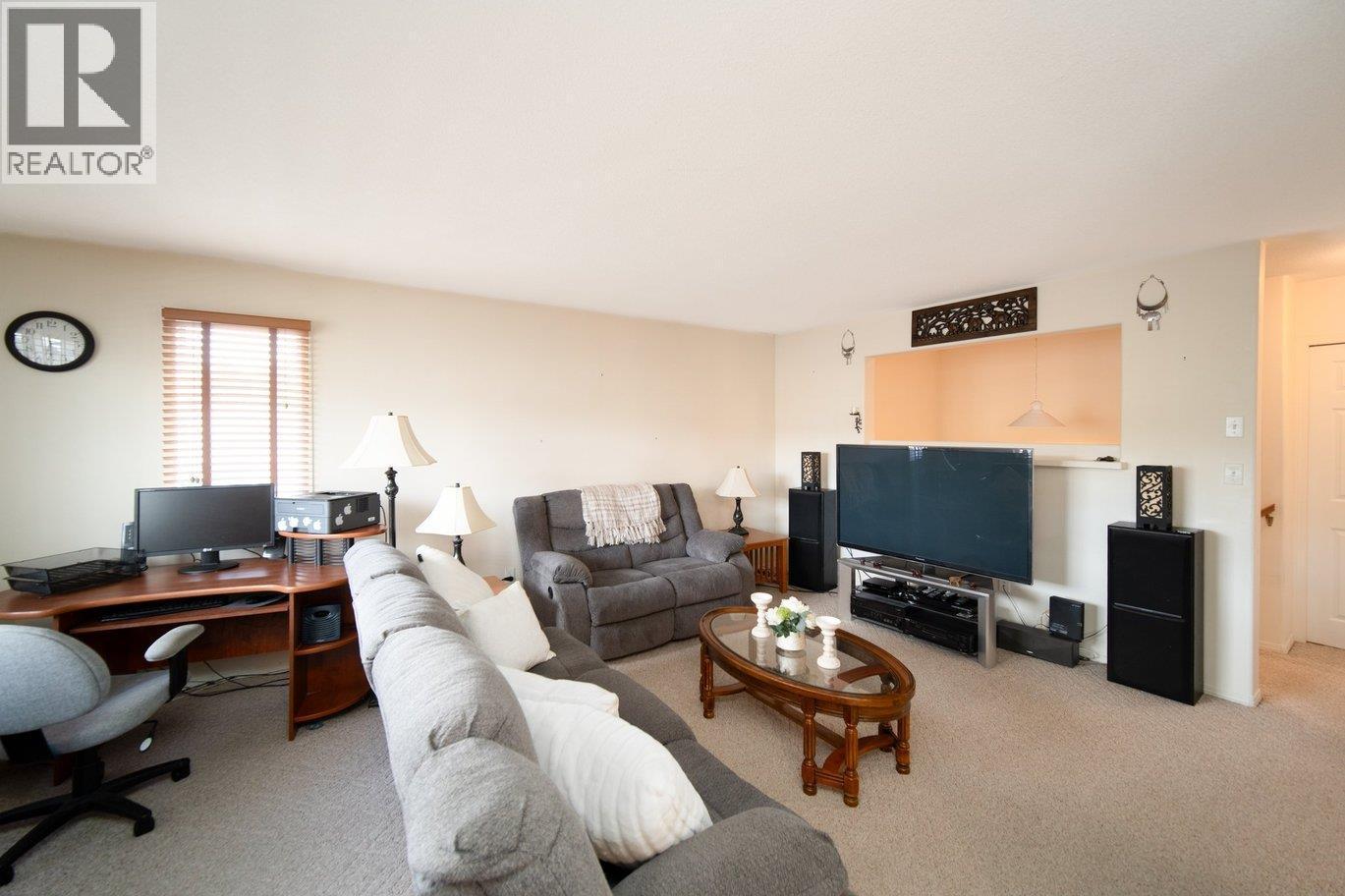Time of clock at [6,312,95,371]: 3:29
